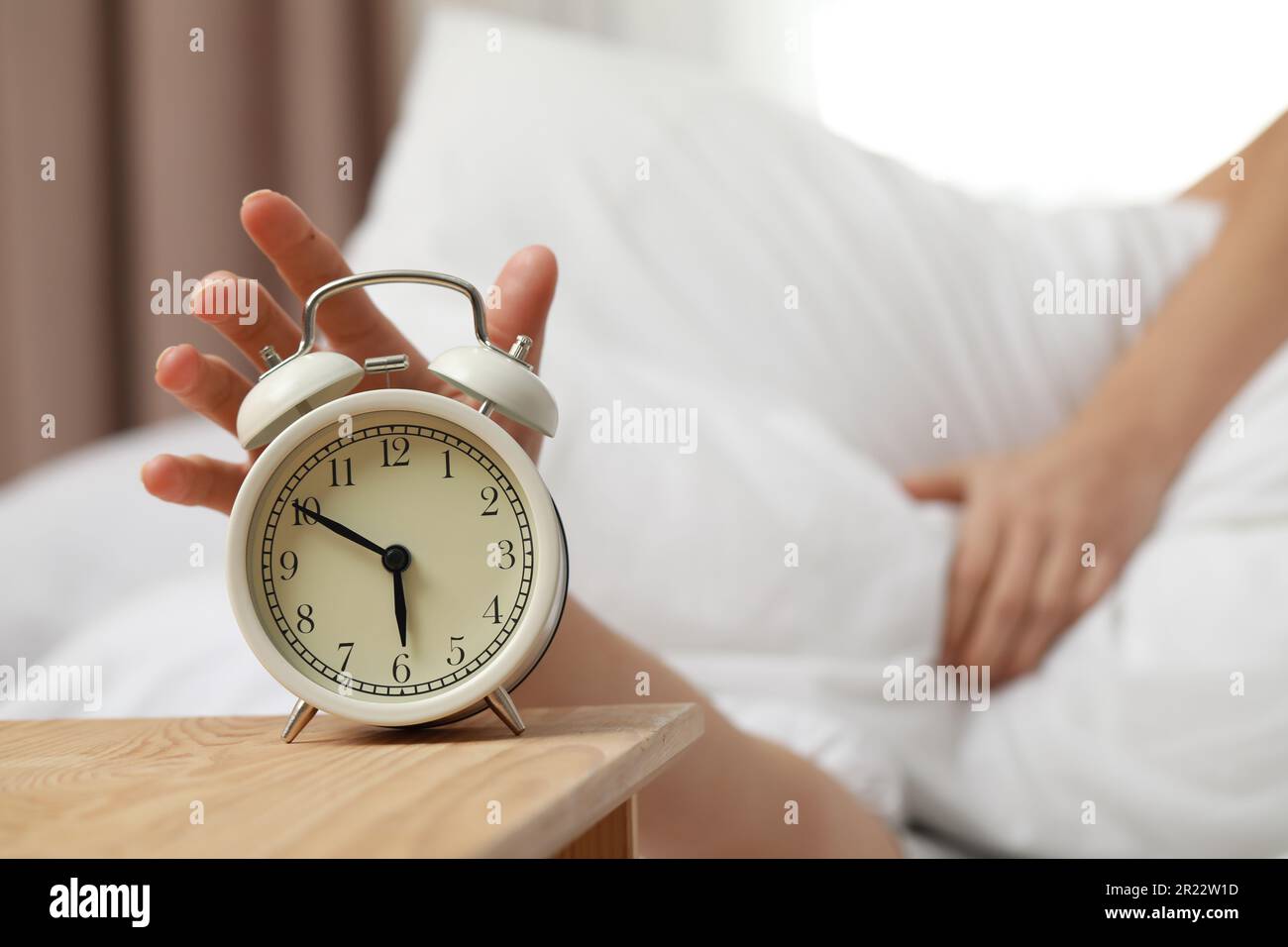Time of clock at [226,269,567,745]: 5:50
